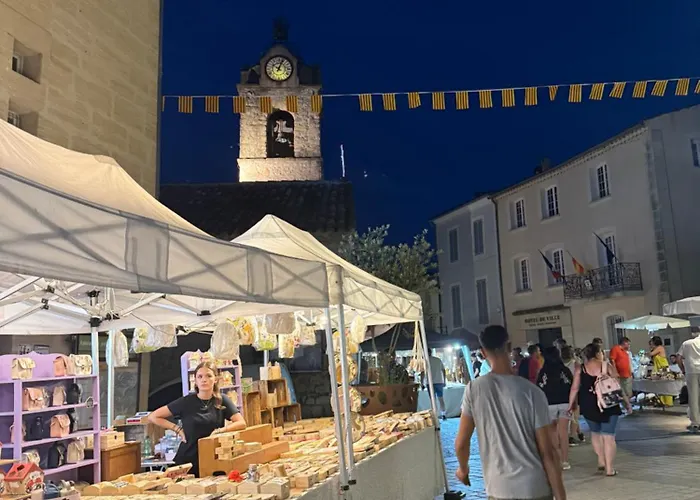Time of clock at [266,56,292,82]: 10:03
